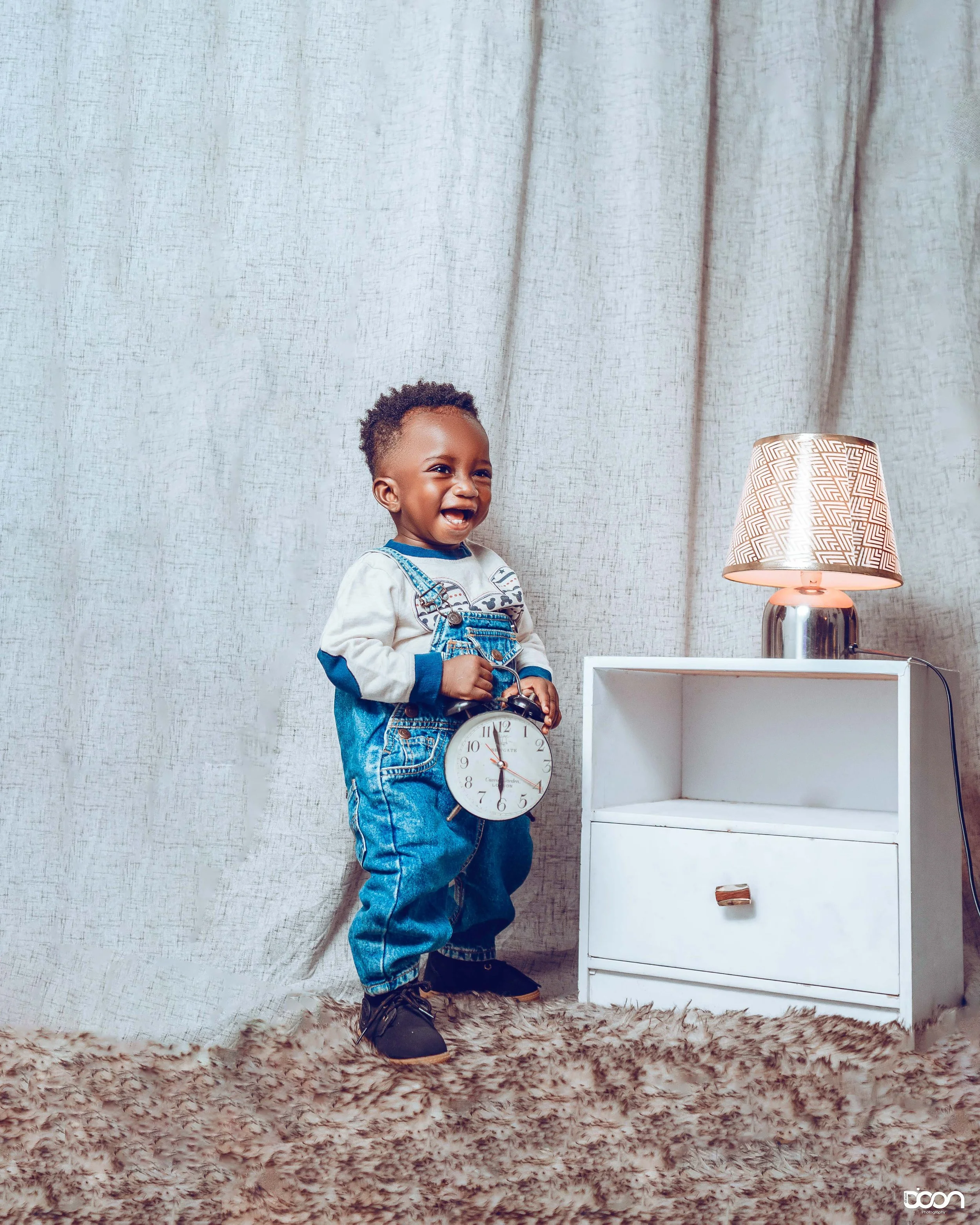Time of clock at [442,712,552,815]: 5:57
